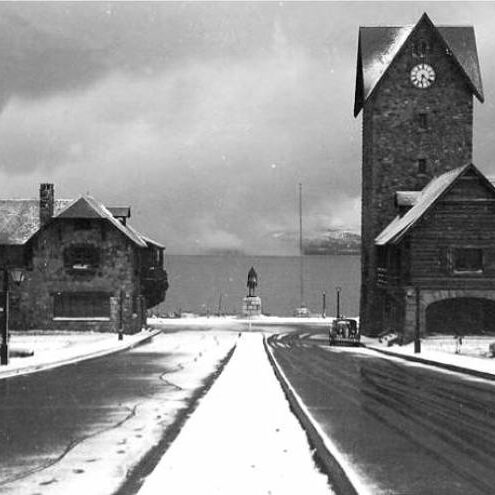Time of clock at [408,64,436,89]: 6:21
